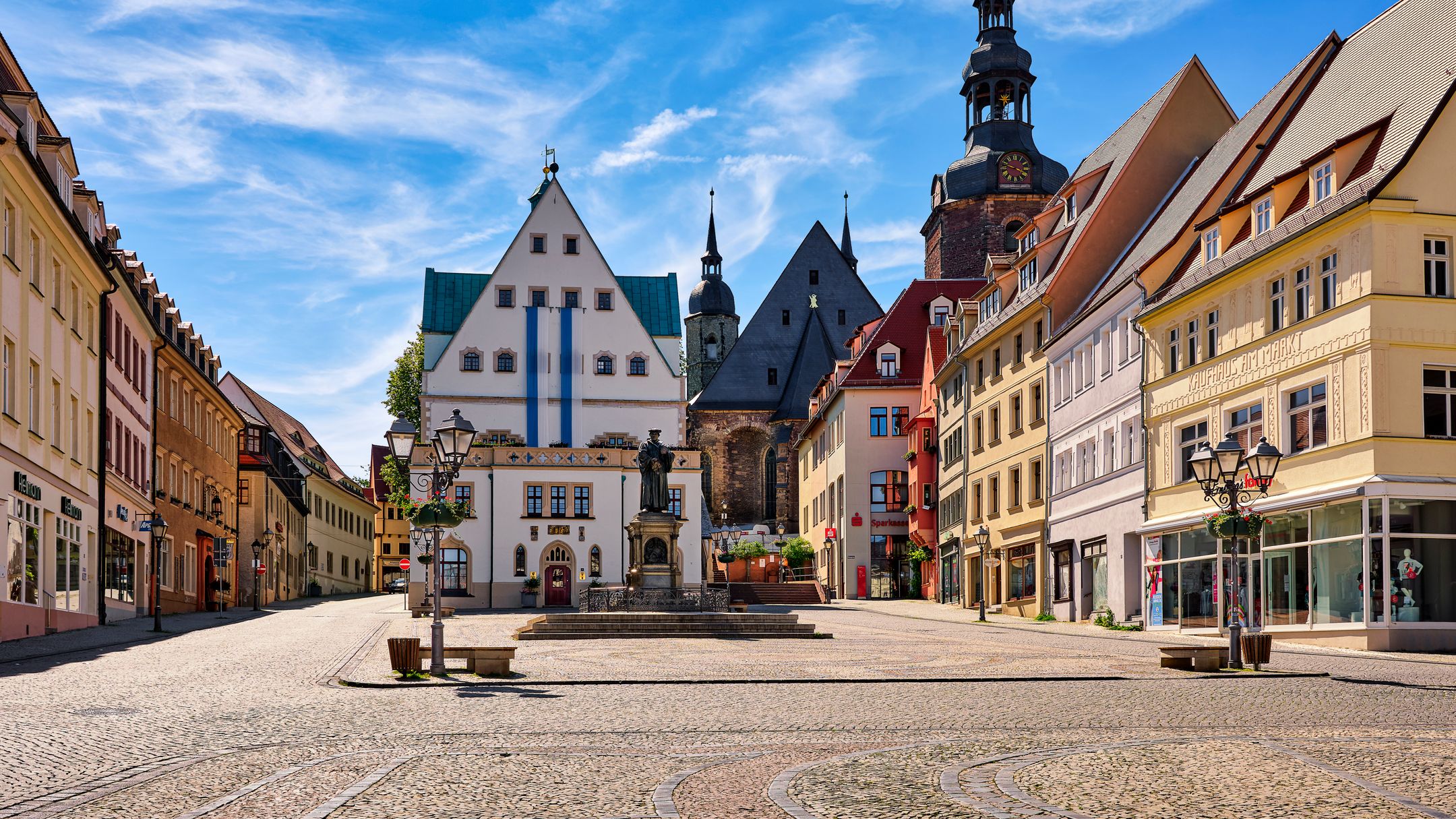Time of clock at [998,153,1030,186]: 3:48
